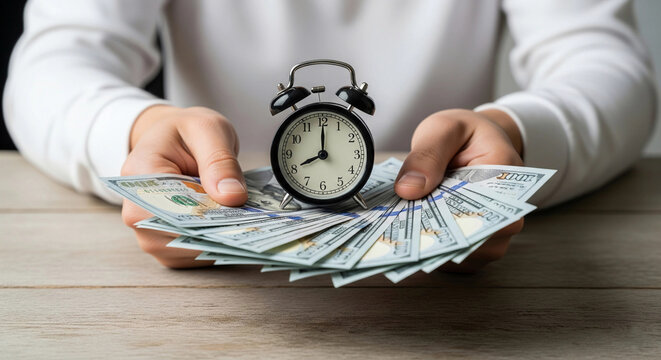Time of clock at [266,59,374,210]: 8:00
